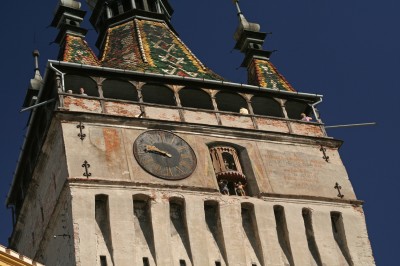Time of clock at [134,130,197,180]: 9:45
